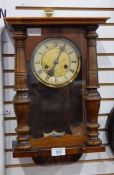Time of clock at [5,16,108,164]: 7:04
